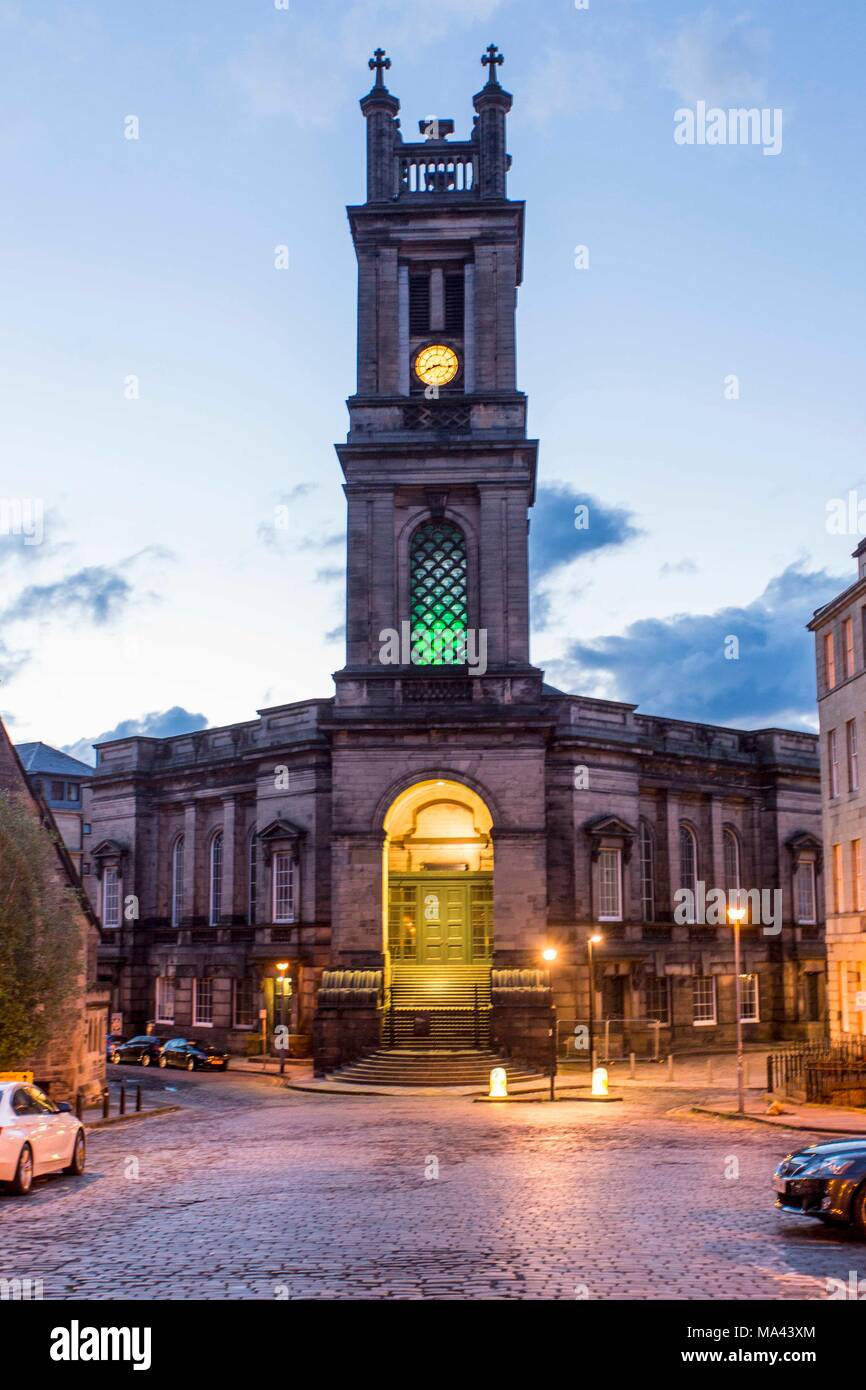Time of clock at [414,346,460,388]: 8:16
